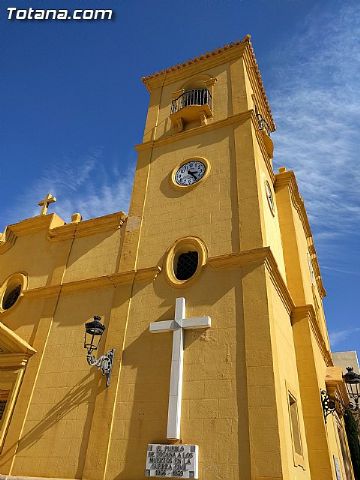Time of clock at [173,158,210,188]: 3:23
